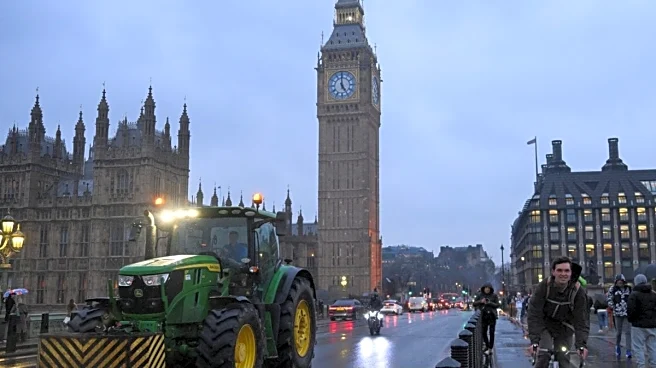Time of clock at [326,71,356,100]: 4:59
